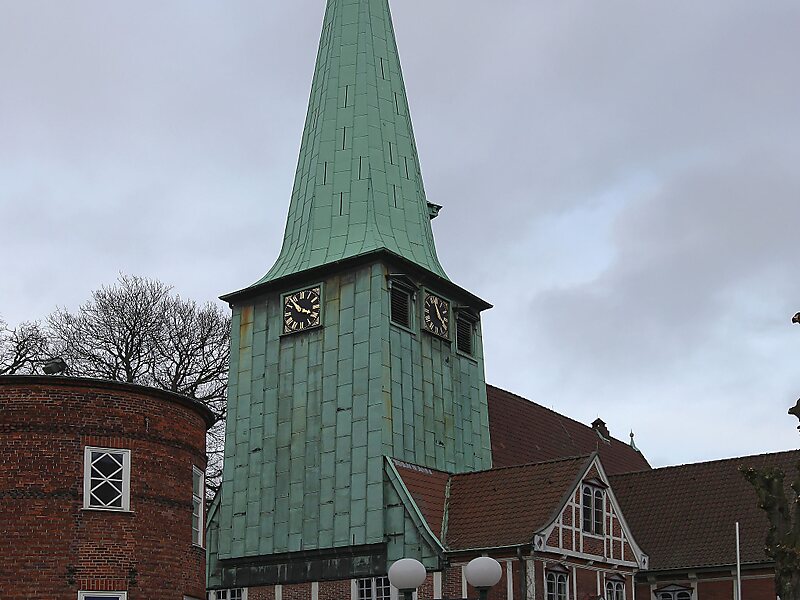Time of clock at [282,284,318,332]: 3:53
